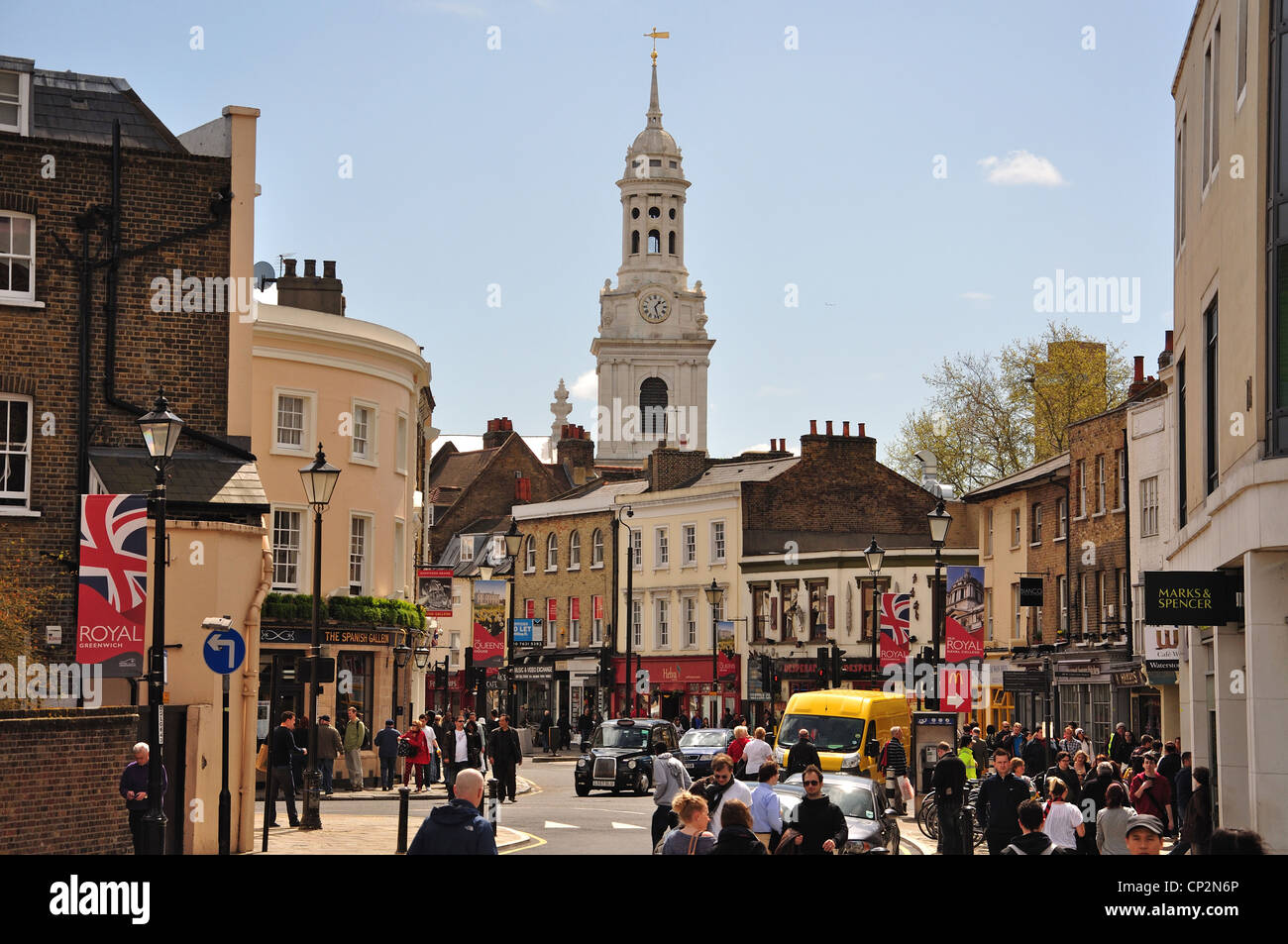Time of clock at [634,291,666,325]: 1:27
